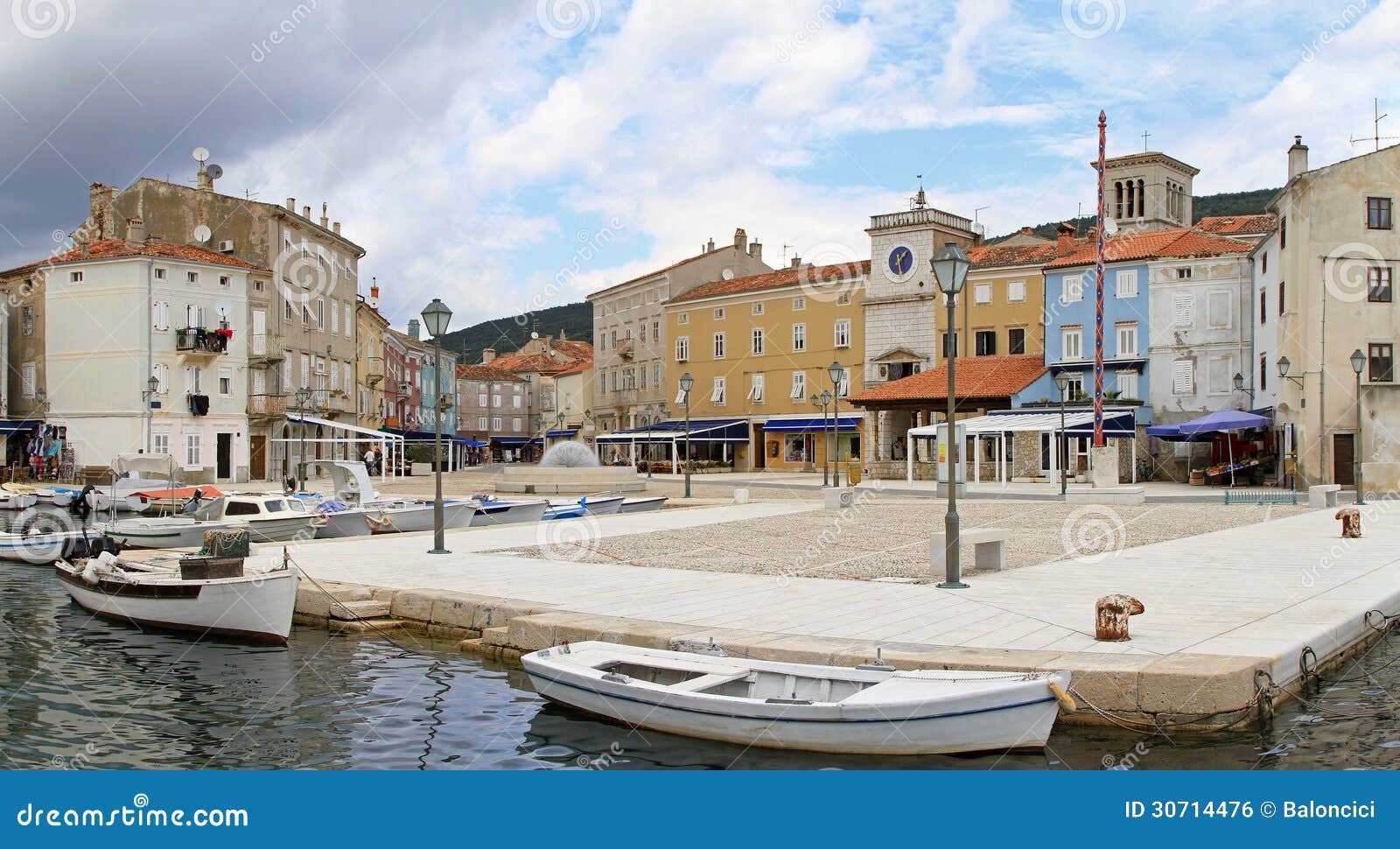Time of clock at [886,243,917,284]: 1:28
